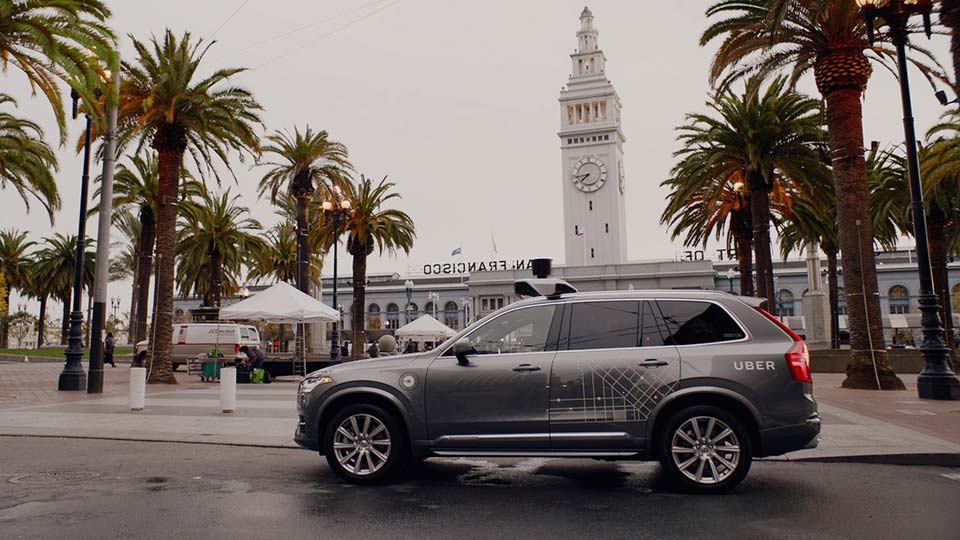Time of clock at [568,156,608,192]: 7:43
